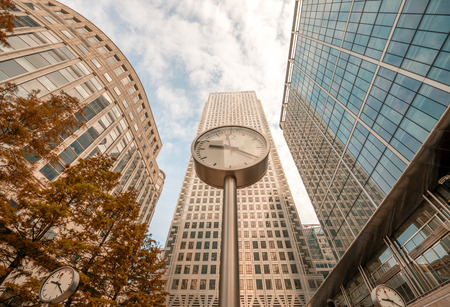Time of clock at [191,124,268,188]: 9:20
